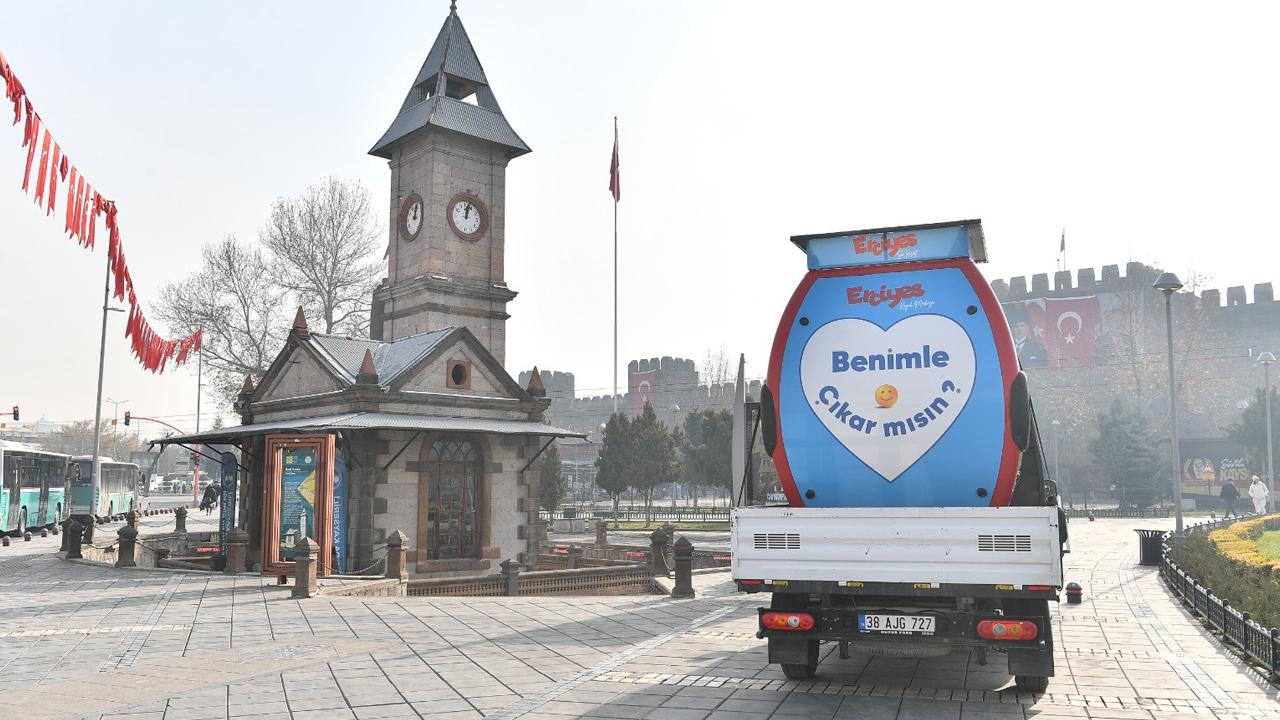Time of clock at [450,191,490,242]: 12:02
